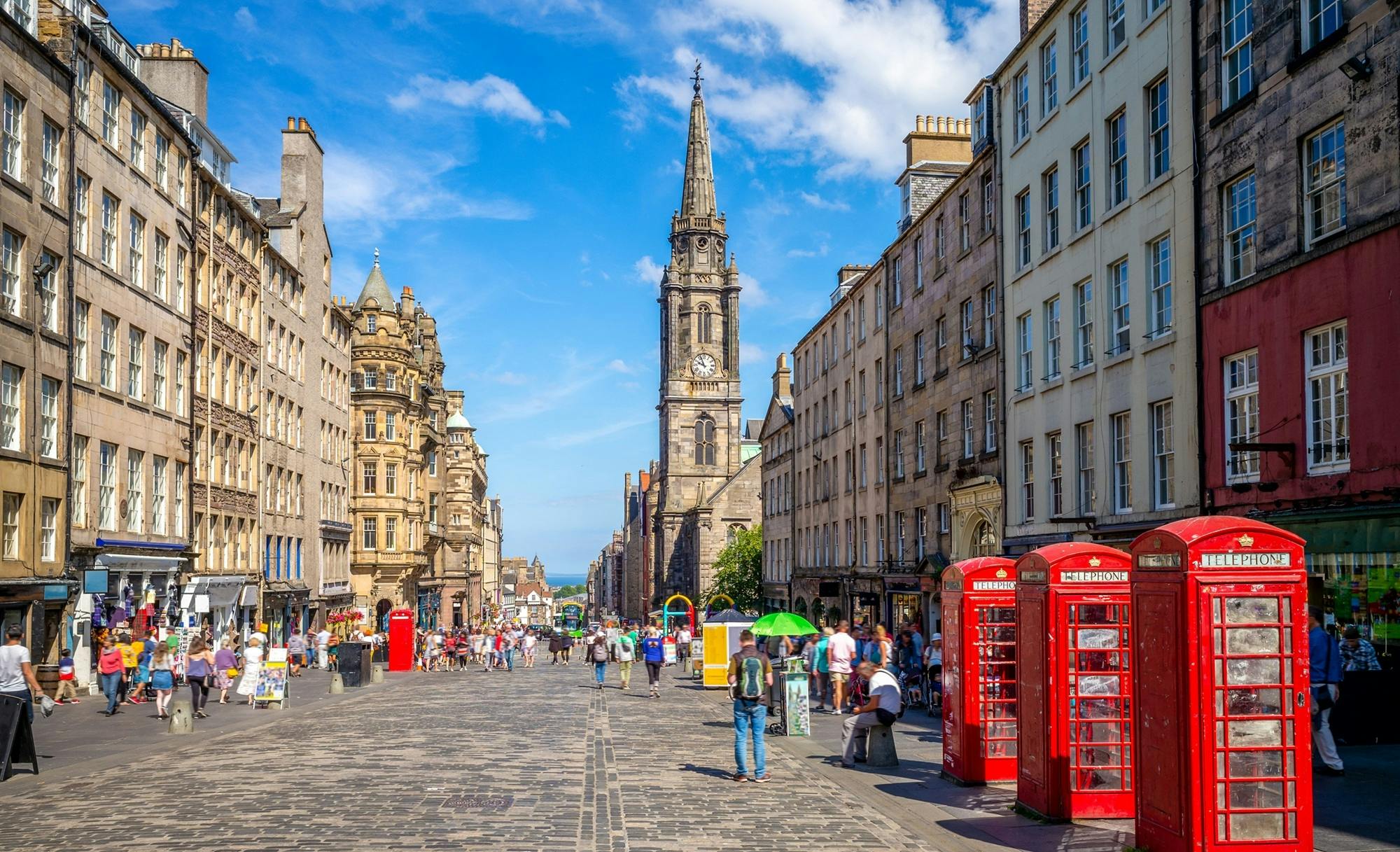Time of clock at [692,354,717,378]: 9:56
